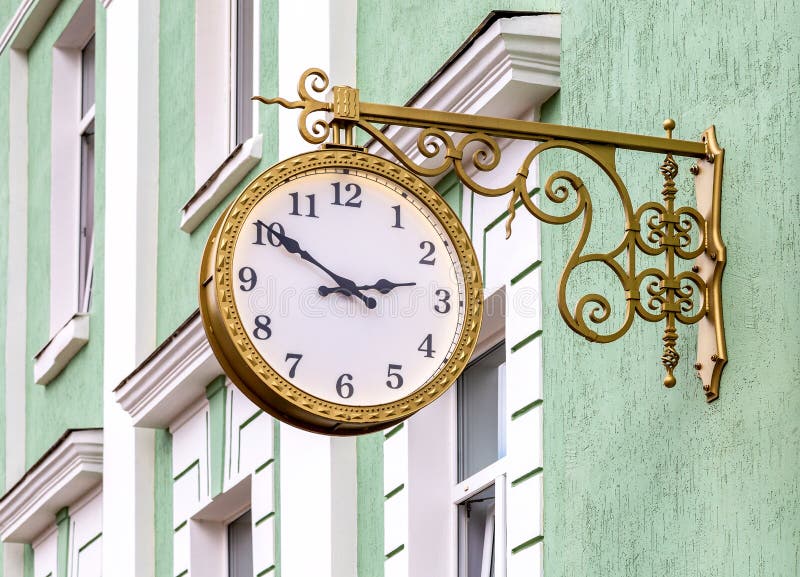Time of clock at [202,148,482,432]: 2:50
